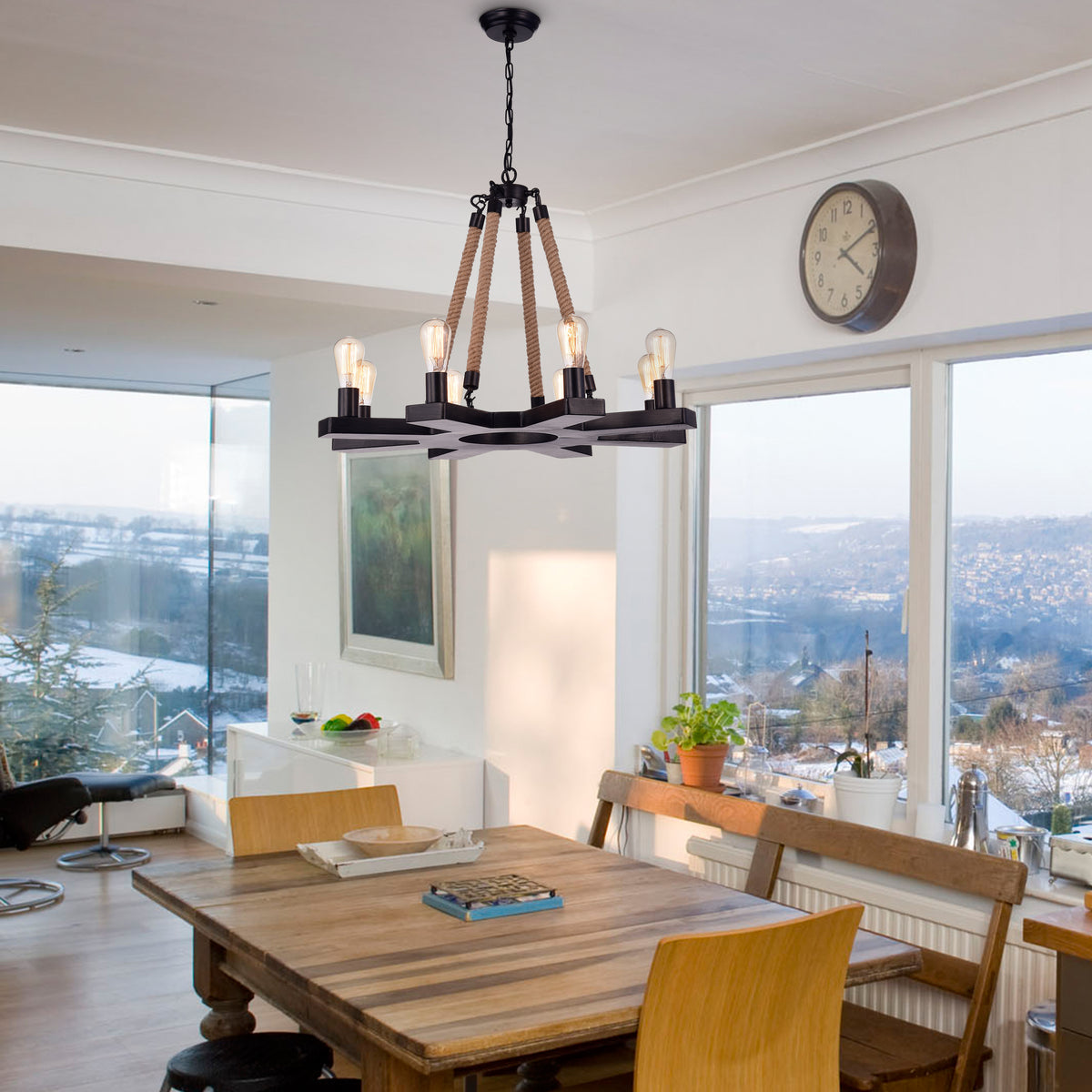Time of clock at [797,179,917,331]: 4:10
